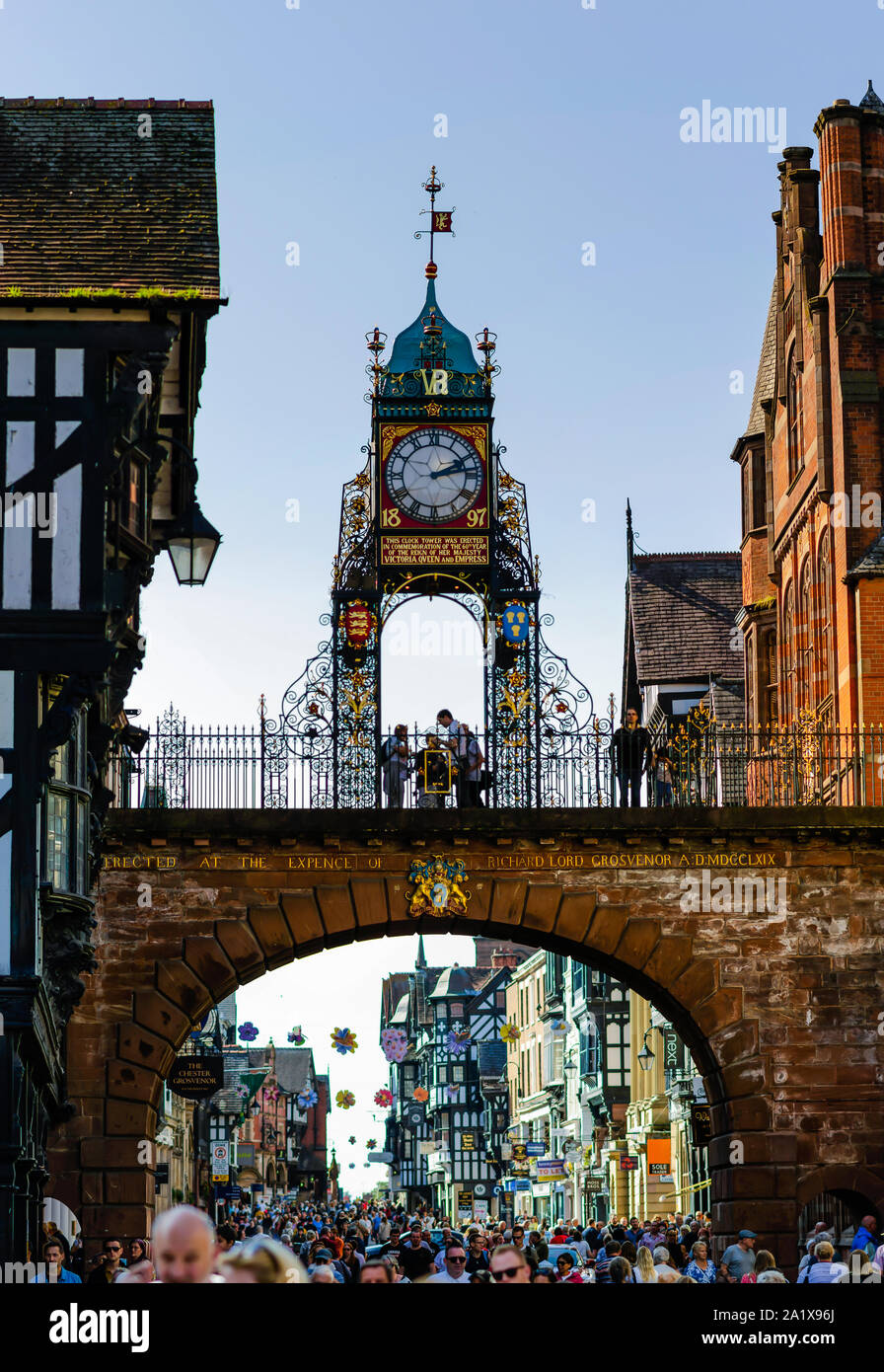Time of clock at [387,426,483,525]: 2:13
